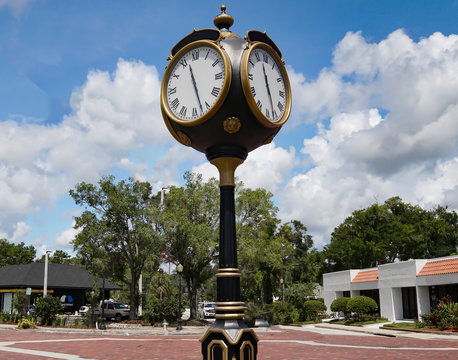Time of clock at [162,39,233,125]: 11:27
